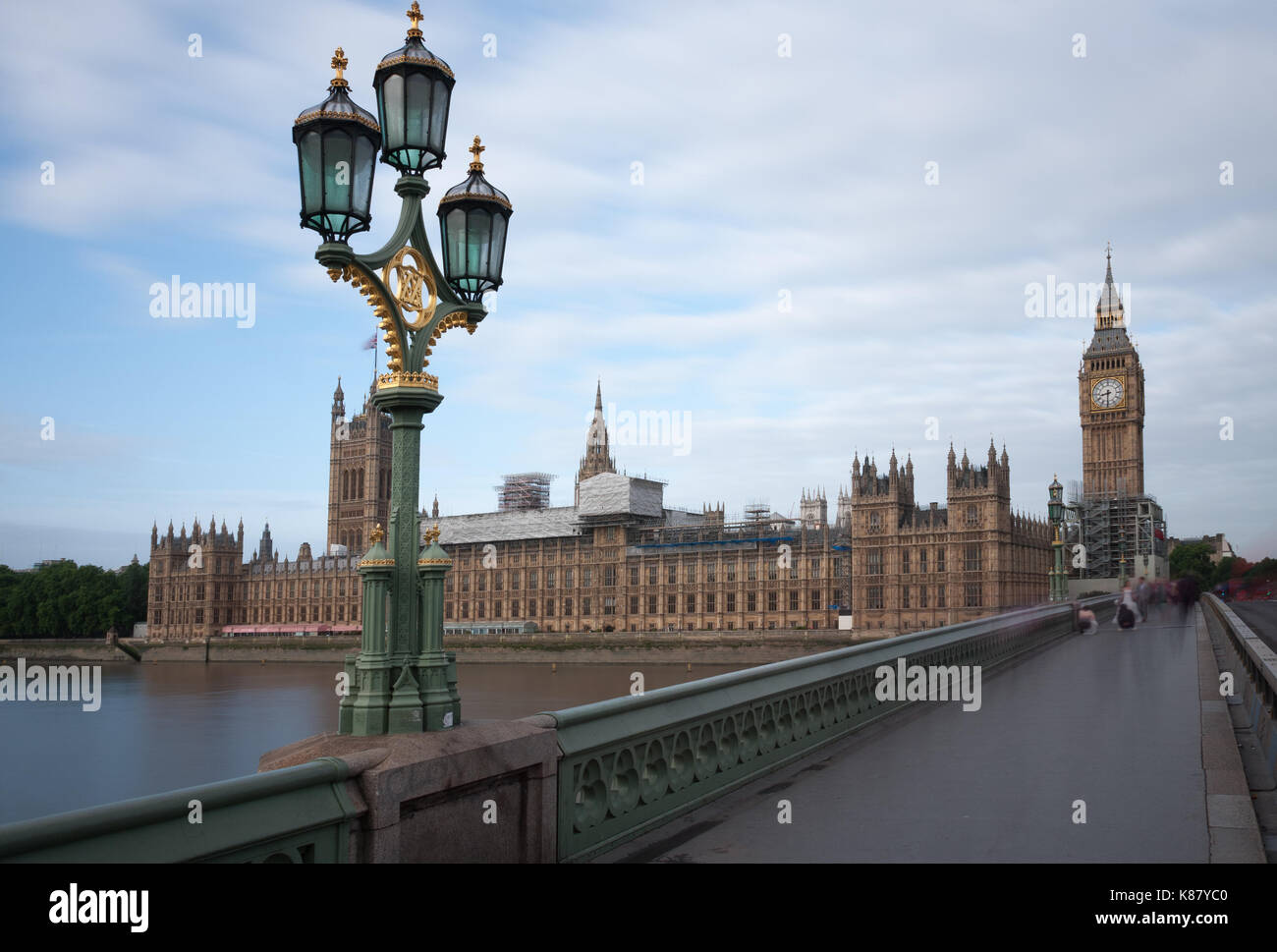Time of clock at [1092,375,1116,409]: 8:30
